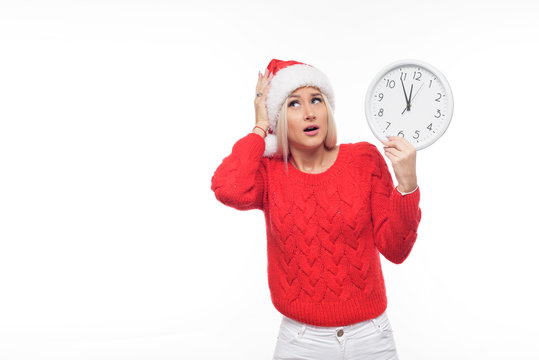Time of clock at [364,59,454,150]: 11:54
